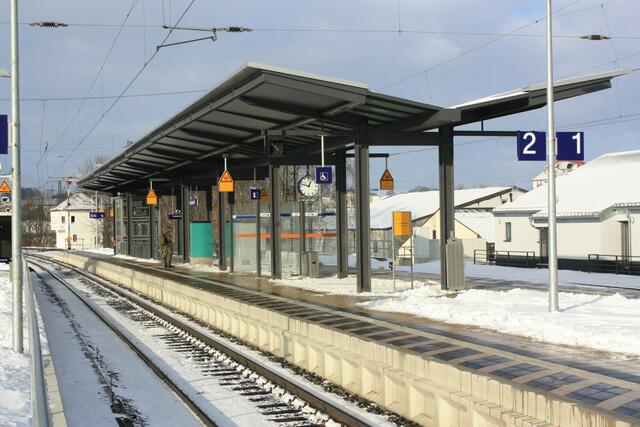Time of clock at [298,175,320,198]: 12:47
